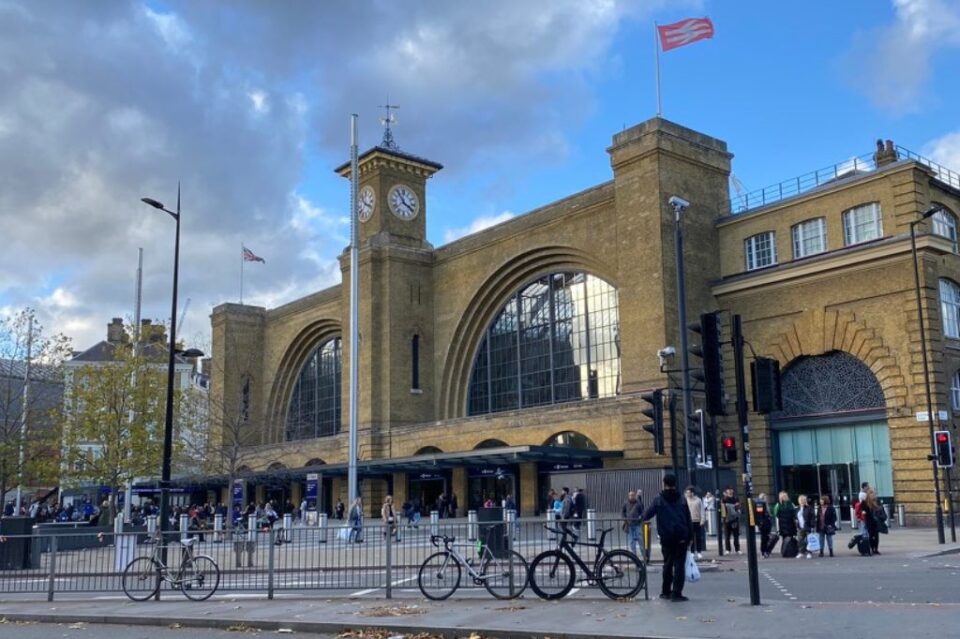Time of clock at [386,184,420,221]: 3:54
